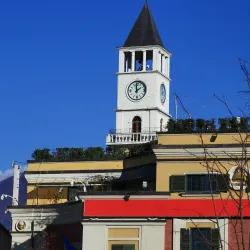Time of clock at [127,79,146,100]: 1:59
